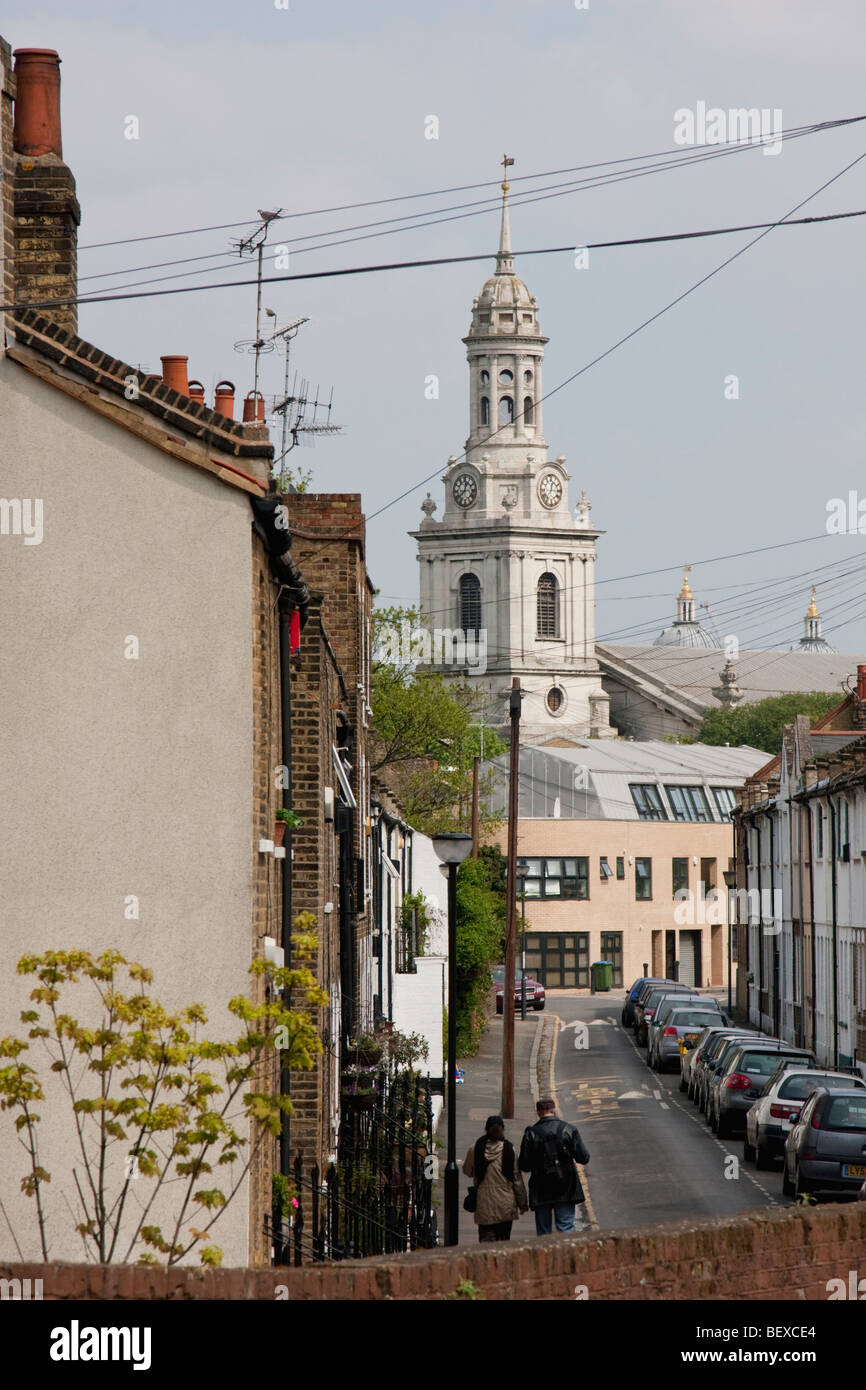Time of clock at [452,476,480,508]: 12:38
